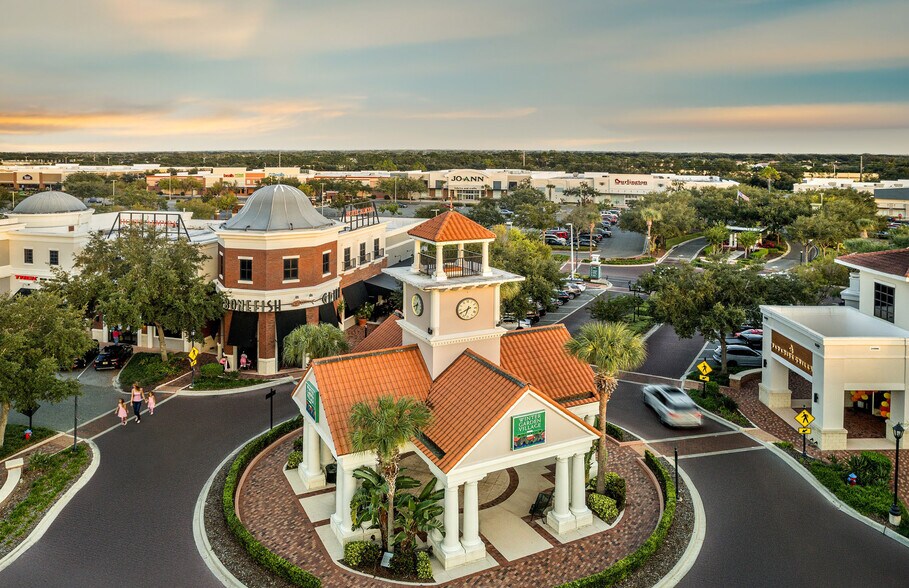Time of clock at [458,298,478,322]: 6:40
